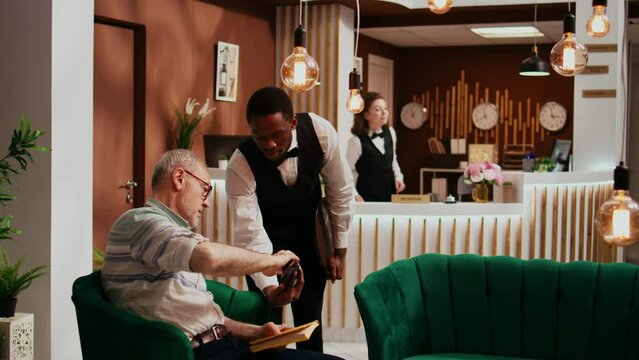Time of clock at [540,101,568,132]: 2:57
